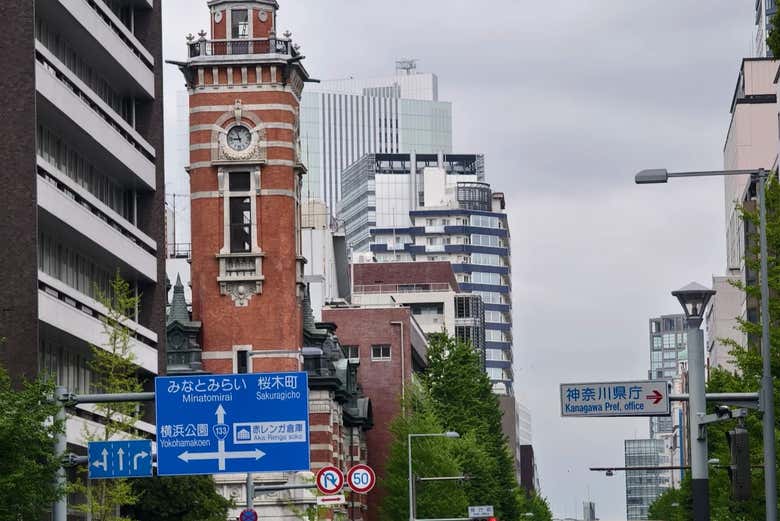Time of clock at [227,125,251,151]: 8:56
